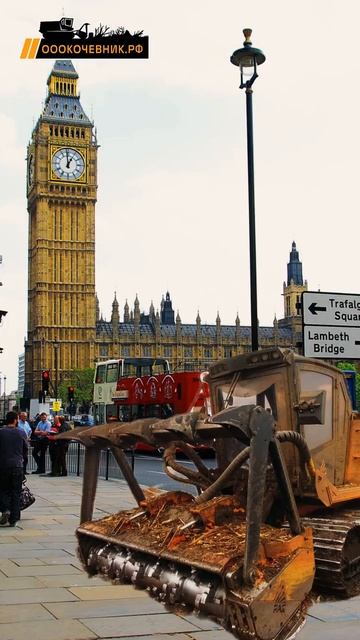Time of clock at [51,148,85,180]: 12:59
